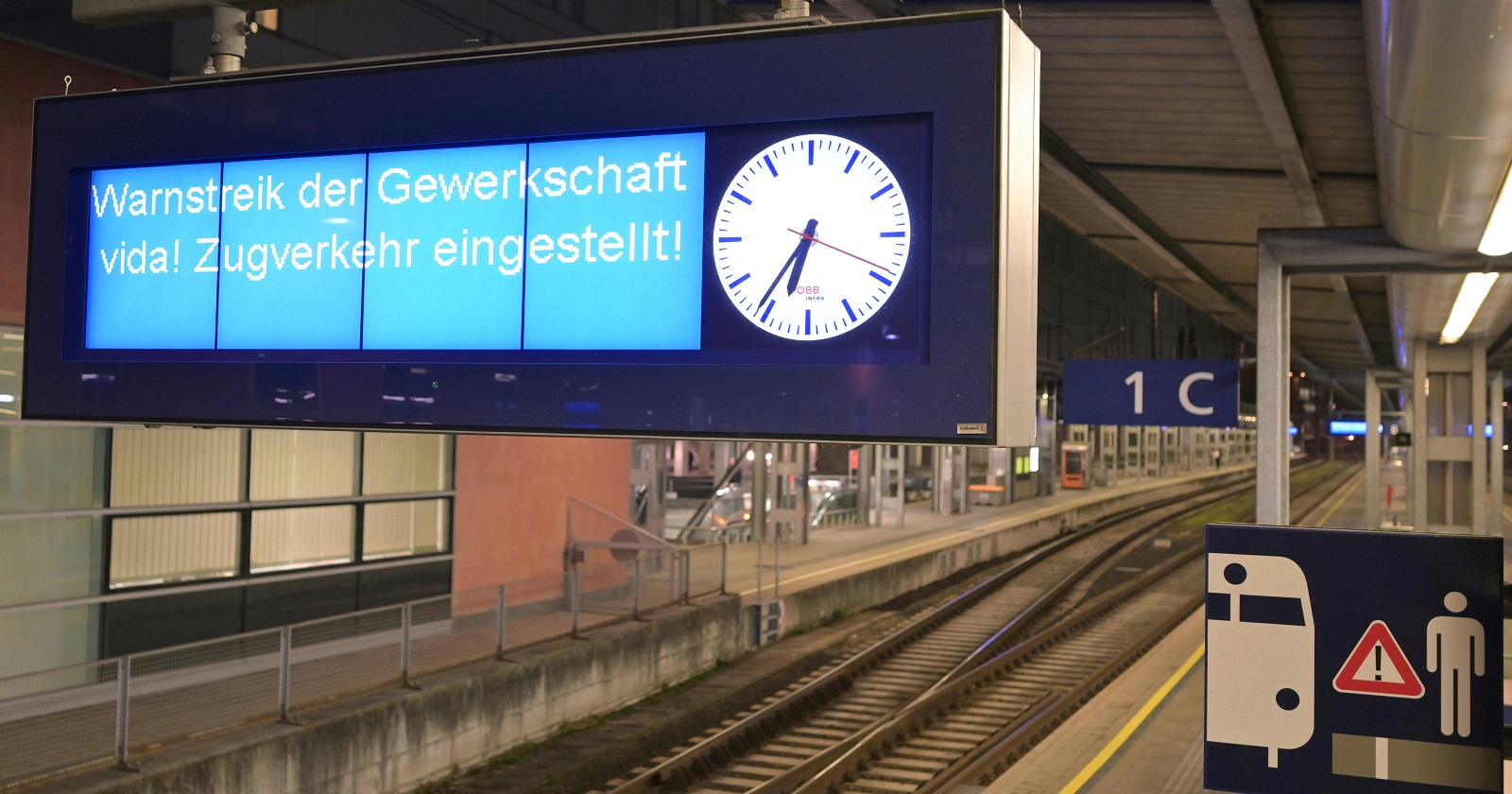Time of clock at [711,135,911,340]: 6:36
